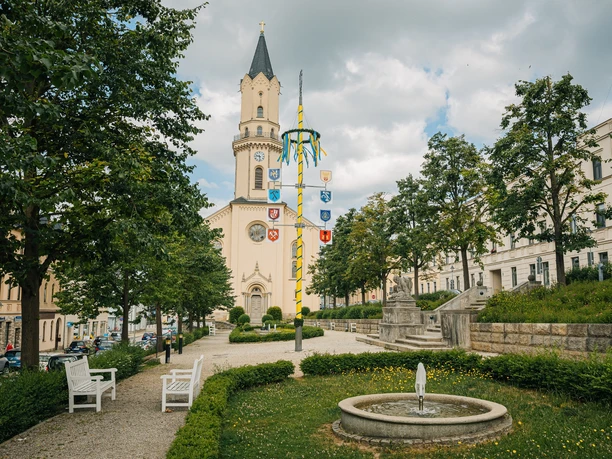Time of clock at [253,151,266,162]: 9:28
